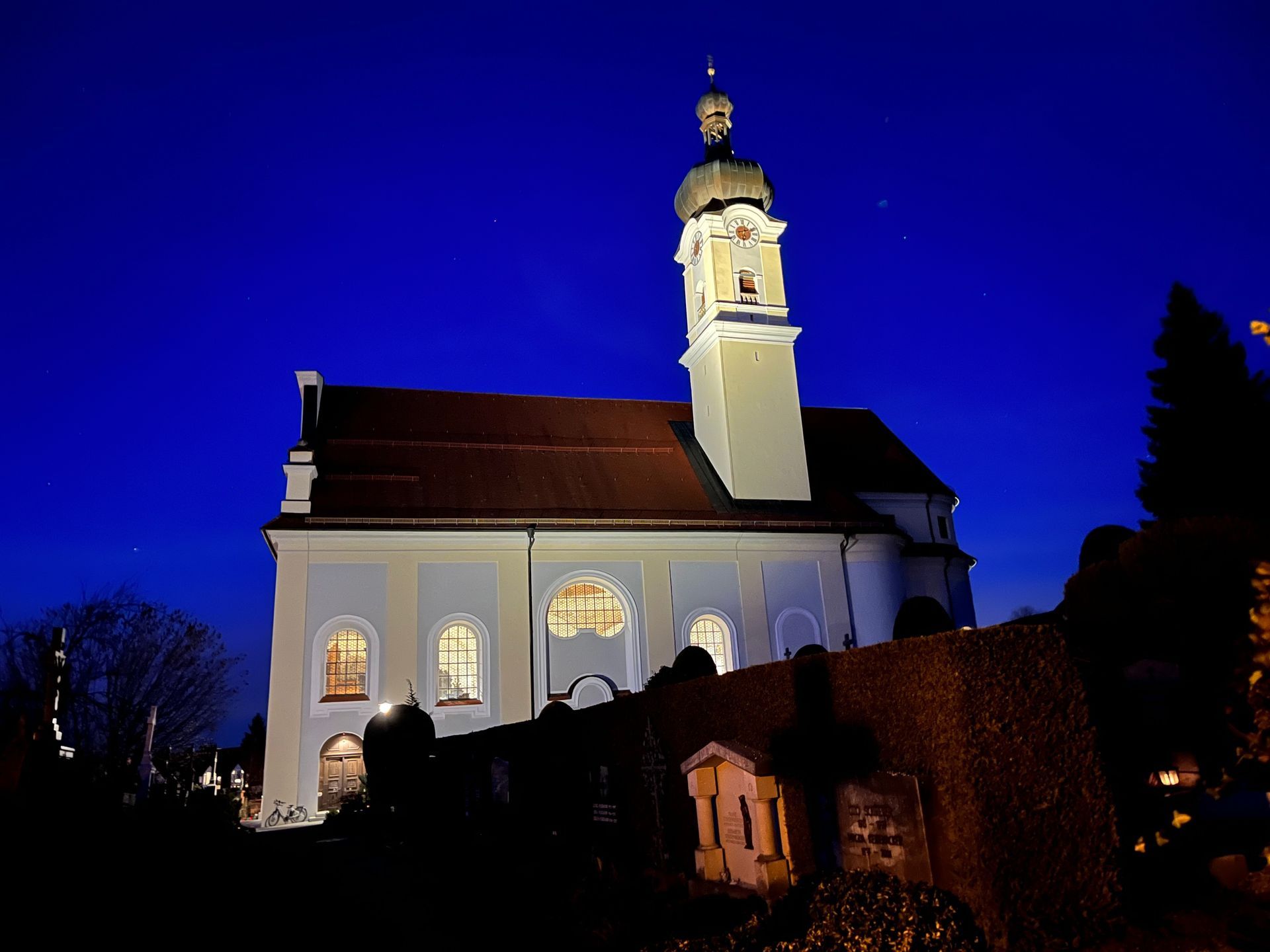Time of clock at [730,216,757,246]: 6:11
